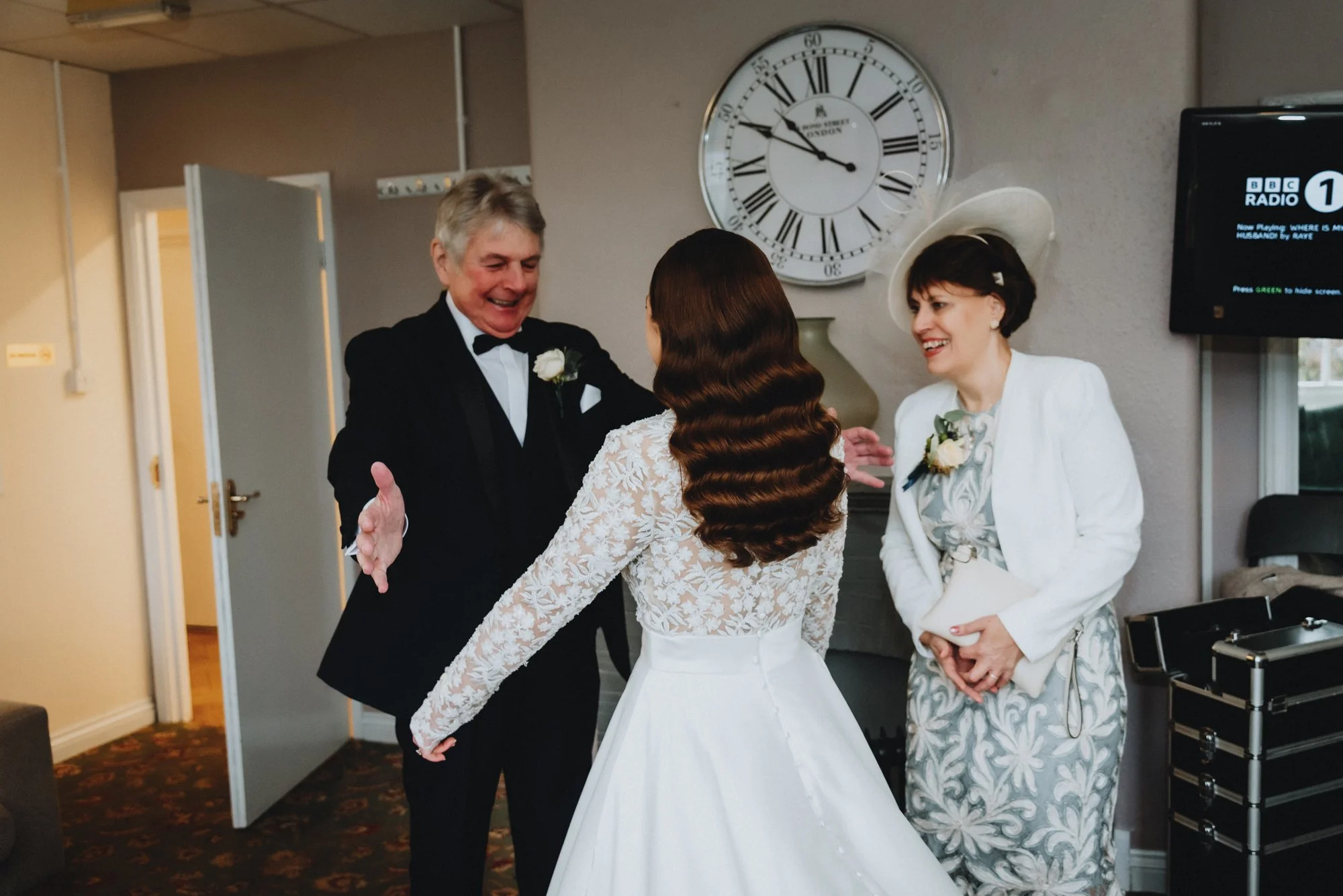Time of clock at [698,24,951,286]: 10:49
